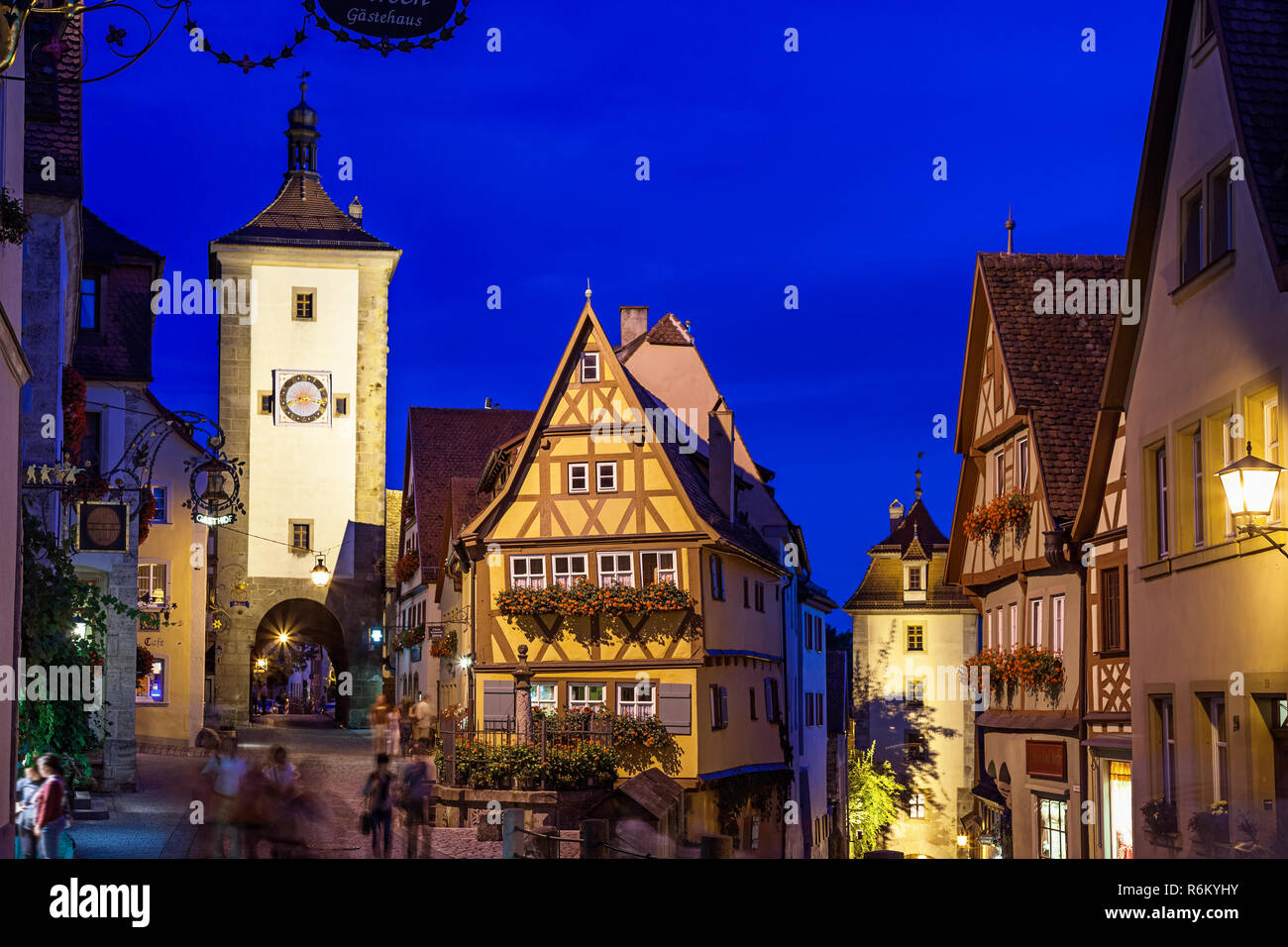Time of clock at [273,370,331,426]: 8:16
